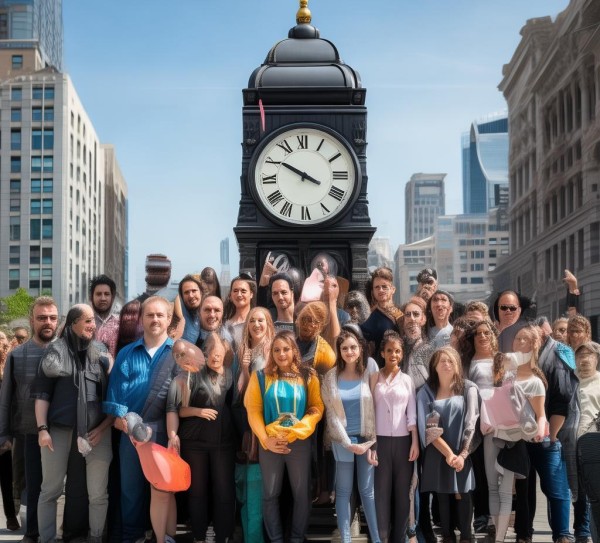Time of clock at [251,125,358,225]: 3:50
